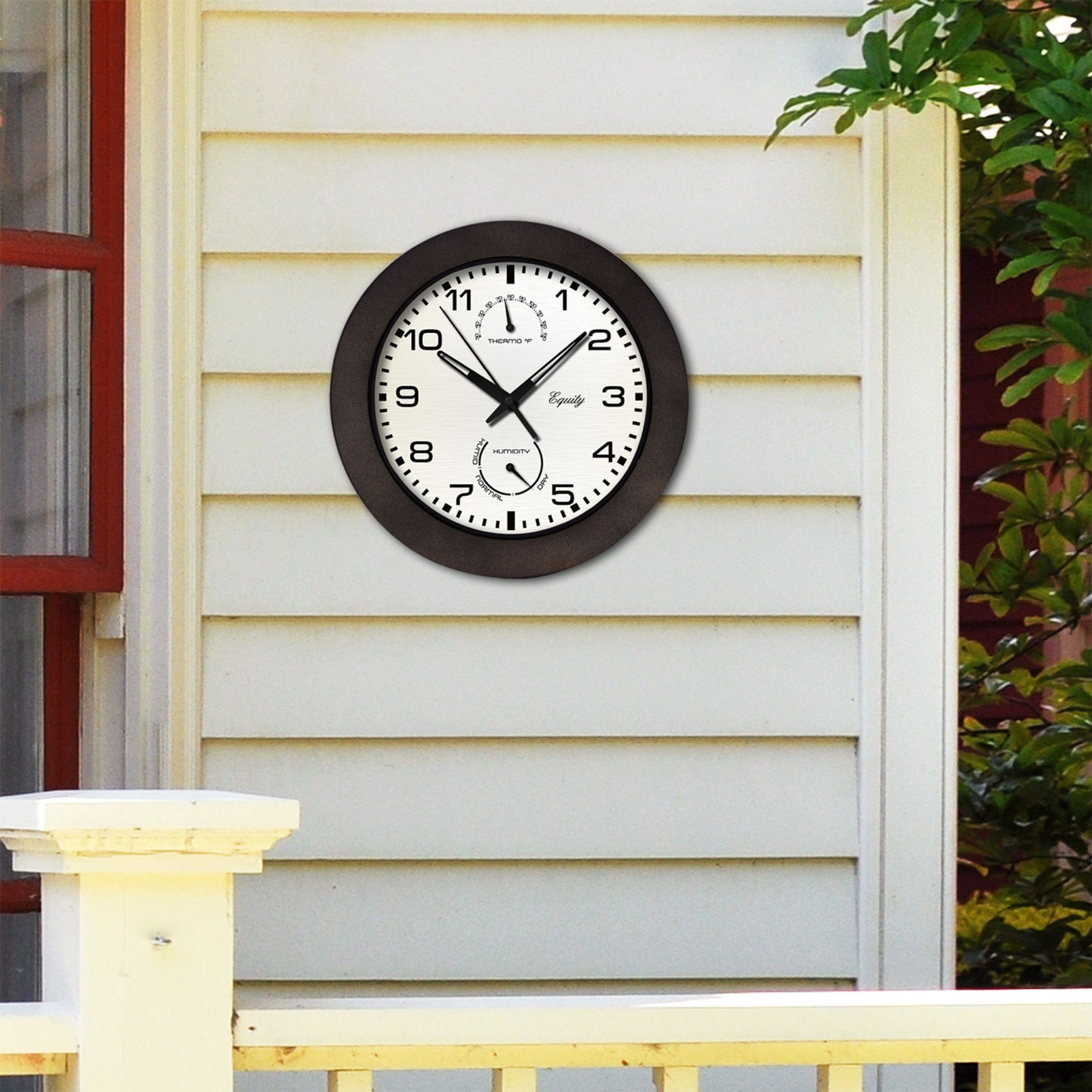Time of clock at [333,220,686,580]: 10:08
